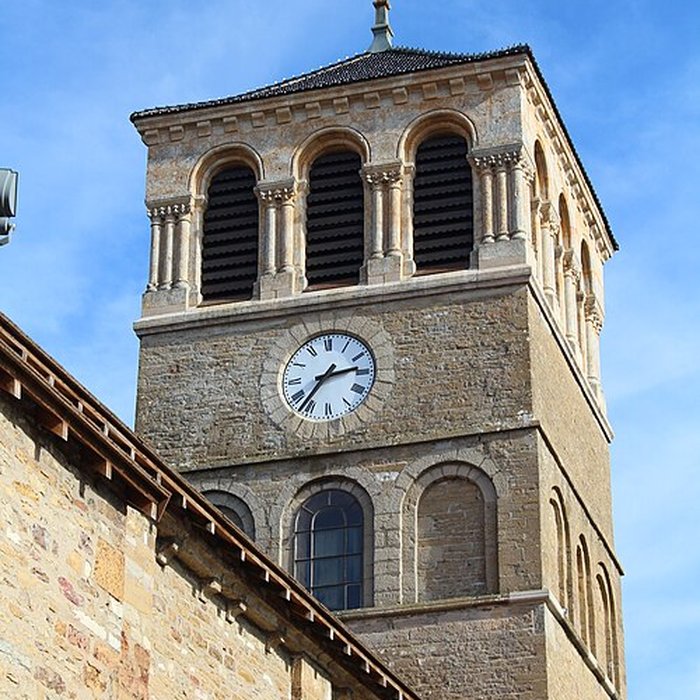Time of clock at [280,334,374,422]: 2:36
